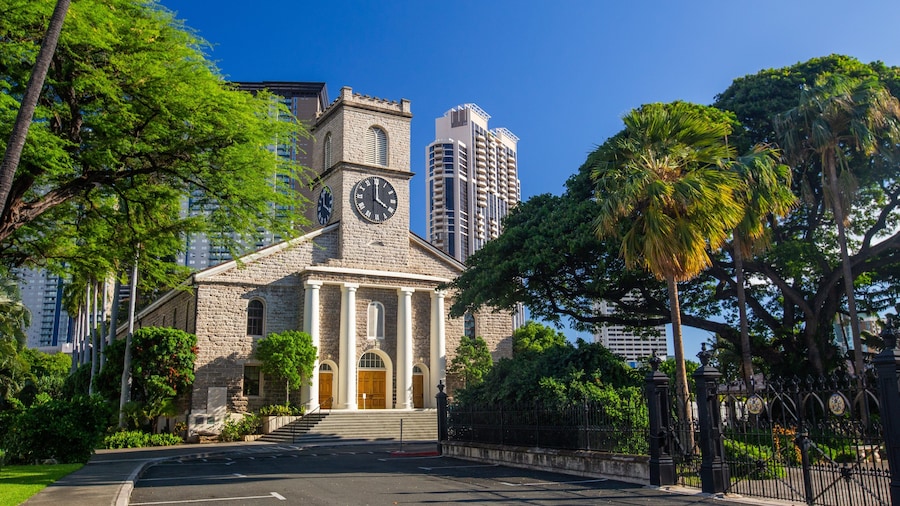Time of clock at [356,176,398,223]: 4:00
